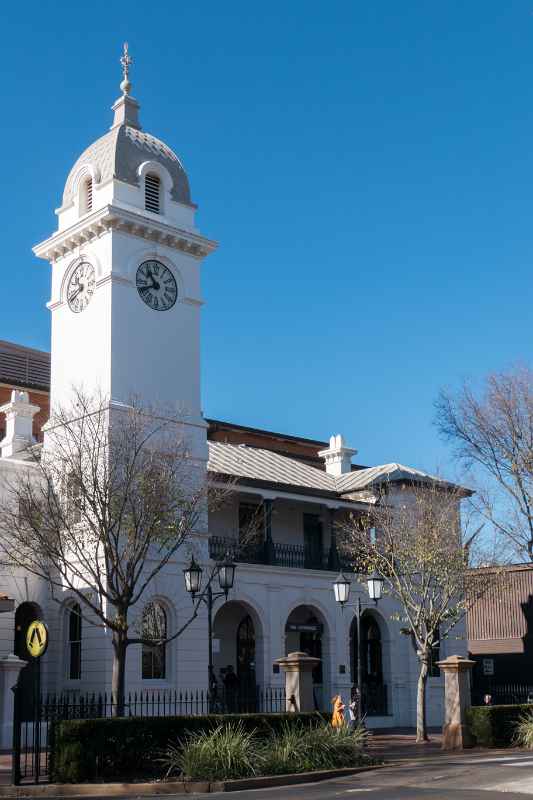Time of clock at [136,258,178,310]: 10:40
